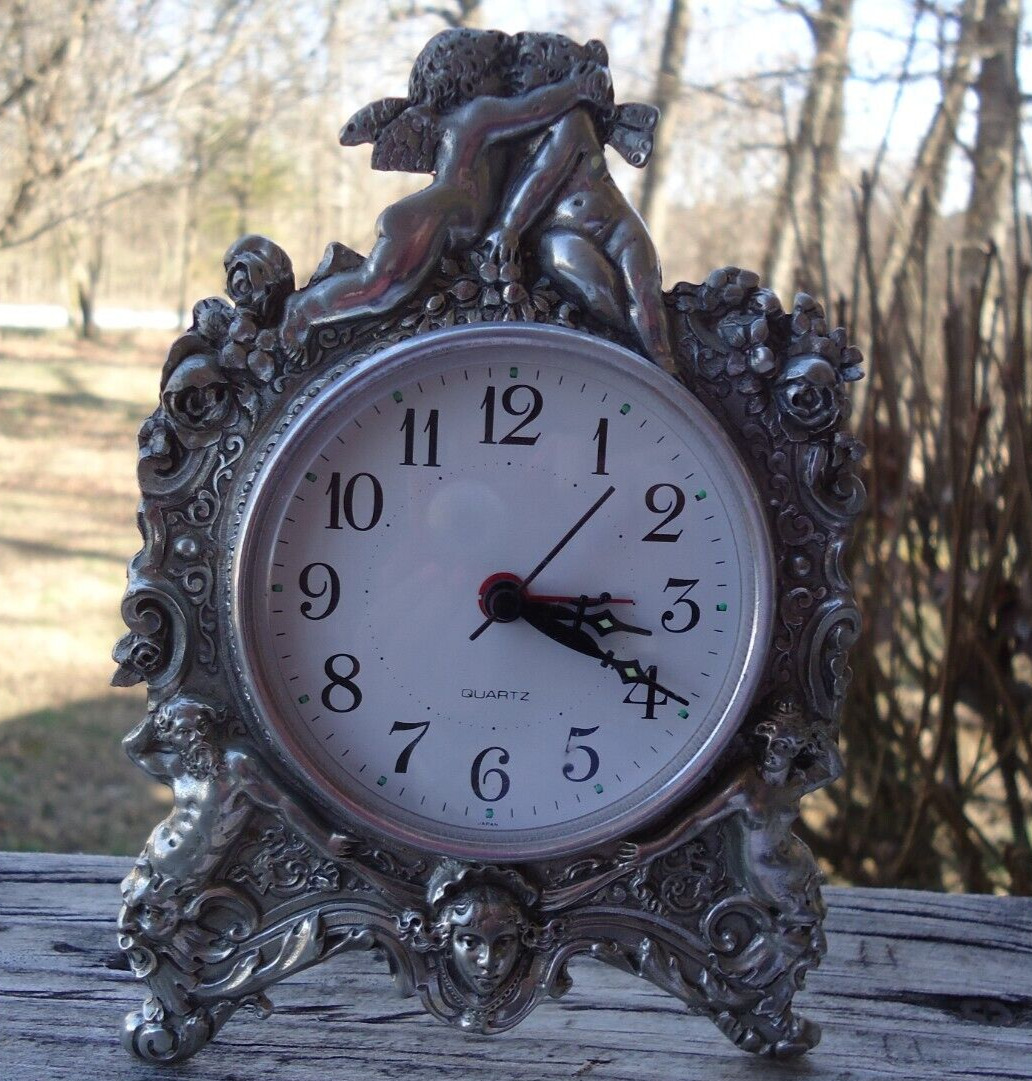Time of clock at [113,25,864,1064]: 3:19
